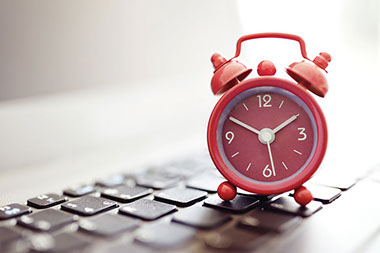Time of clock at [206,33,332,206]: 1:50
